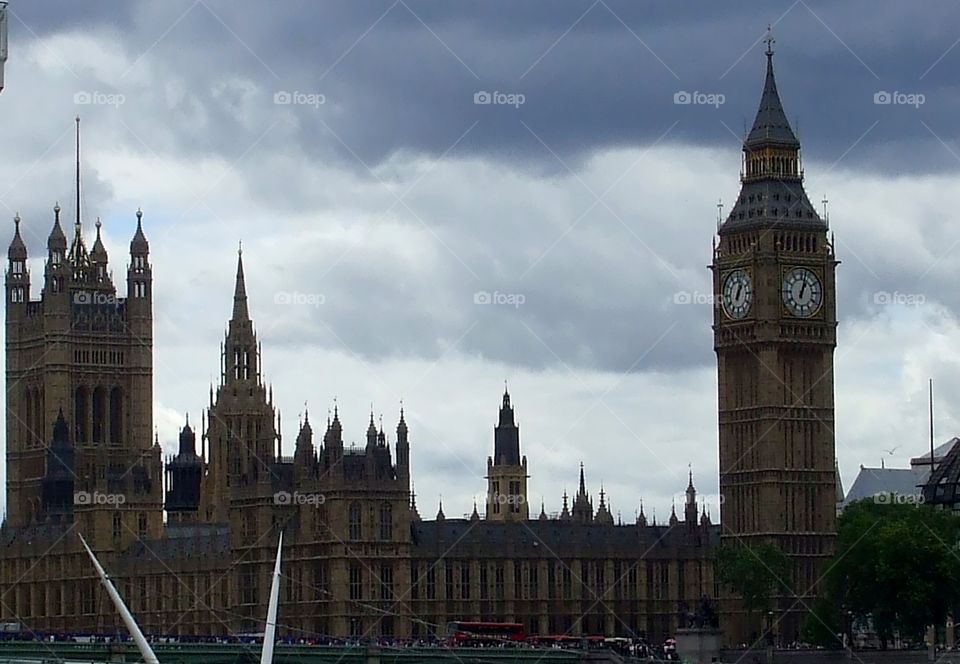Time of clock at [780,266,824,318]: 1:02
